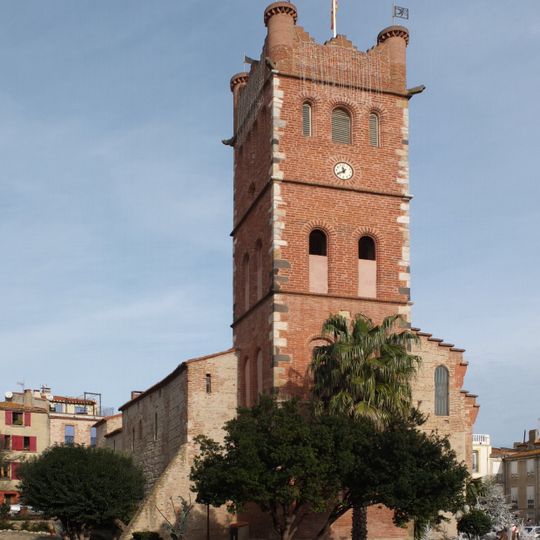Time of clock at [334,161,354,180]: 11:40
